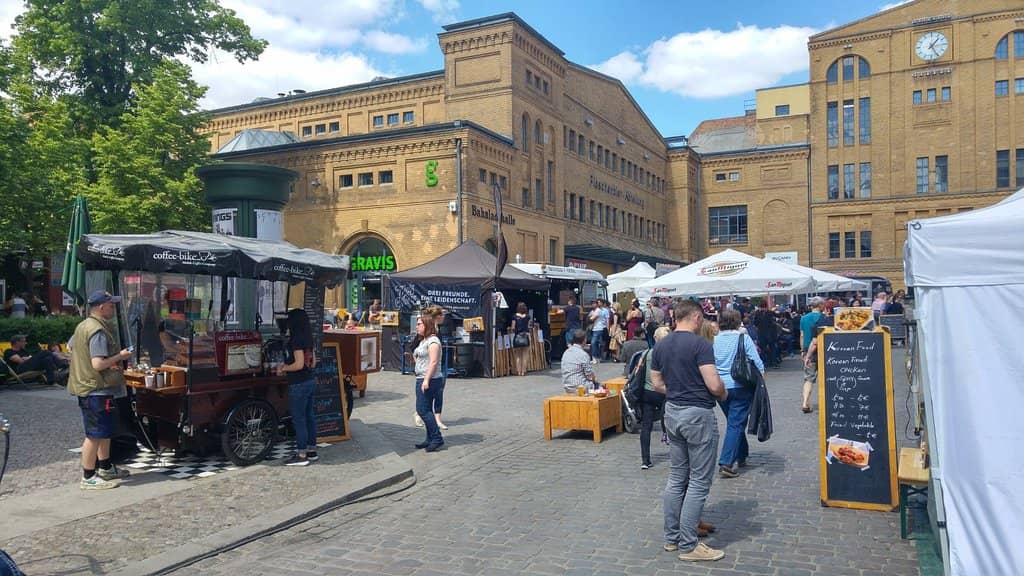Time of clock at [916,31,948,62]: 1:25
